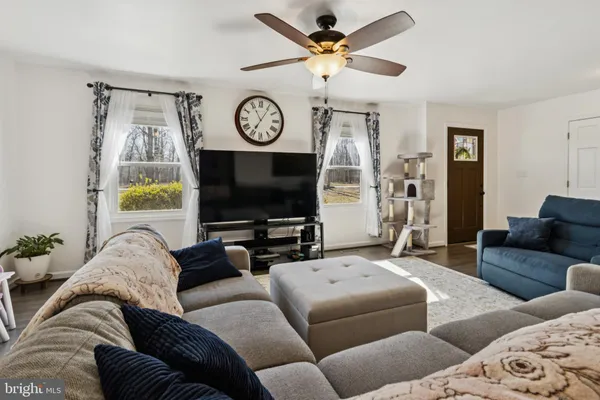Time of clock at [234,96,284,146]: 7:05
